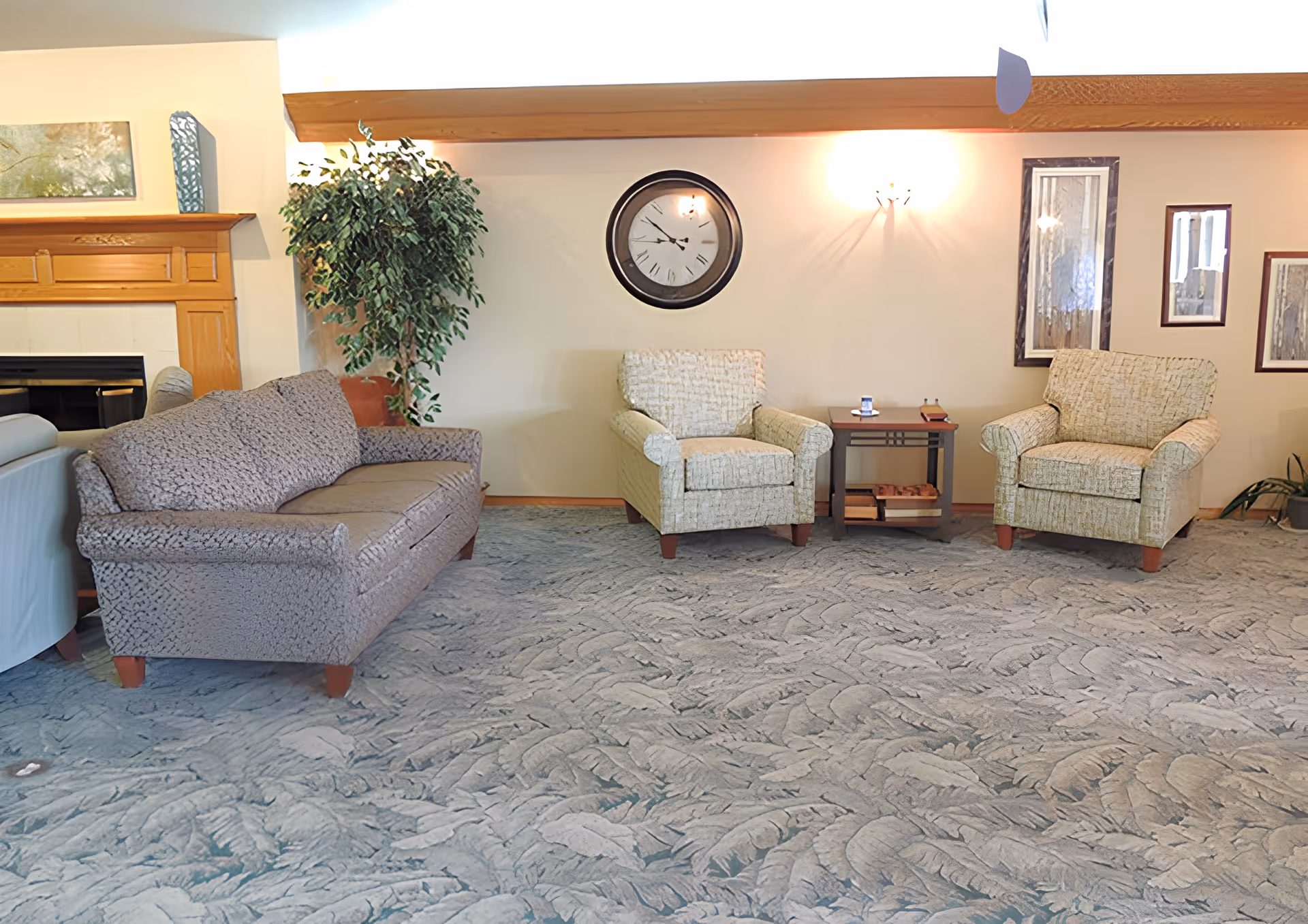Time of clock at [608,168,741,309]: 8:51
